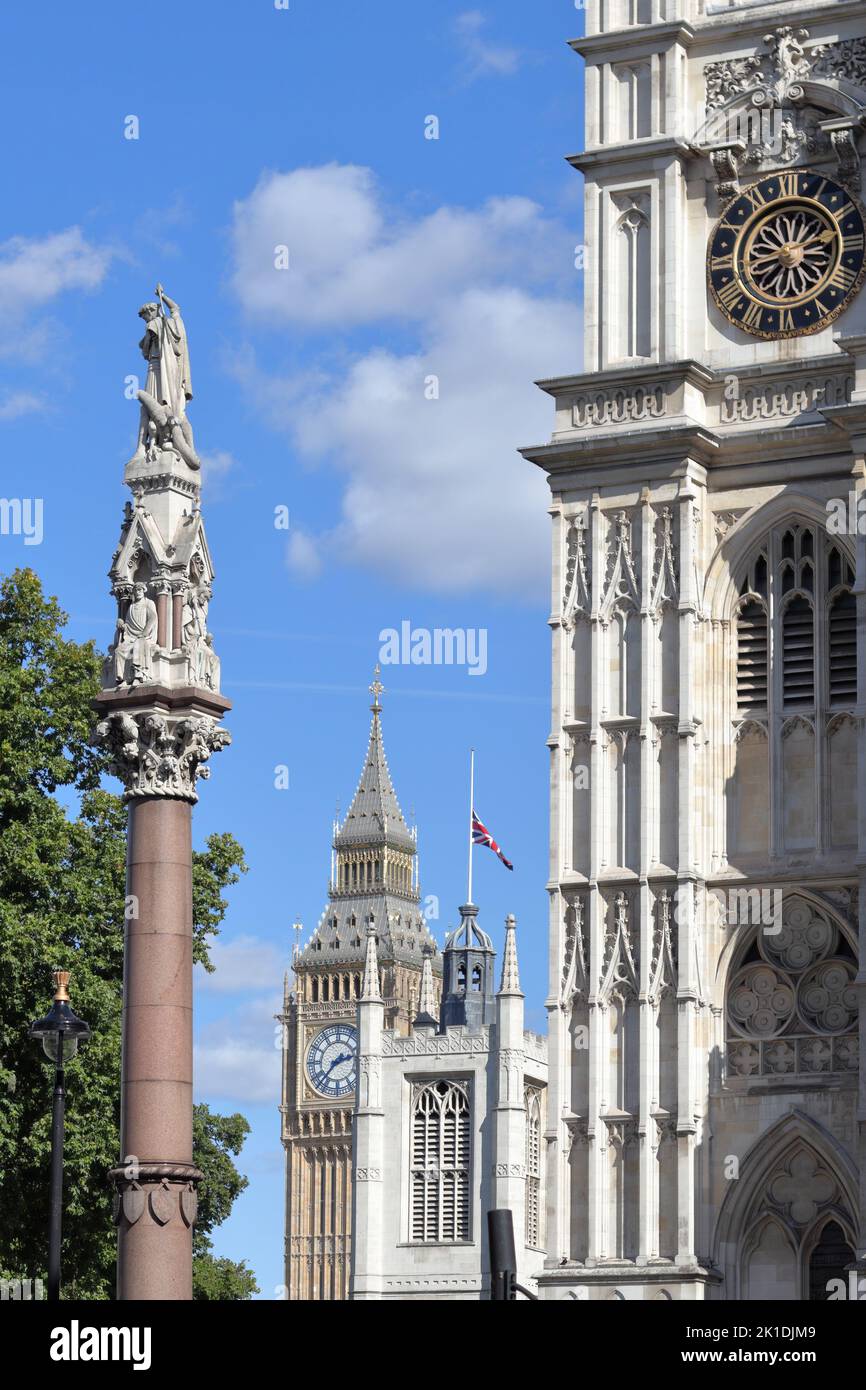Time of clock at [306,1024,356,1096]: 2:37
